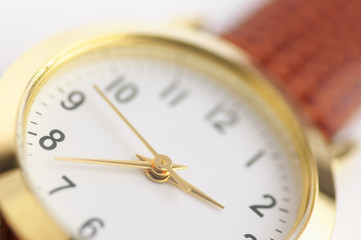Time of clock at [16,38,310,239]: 4:47
